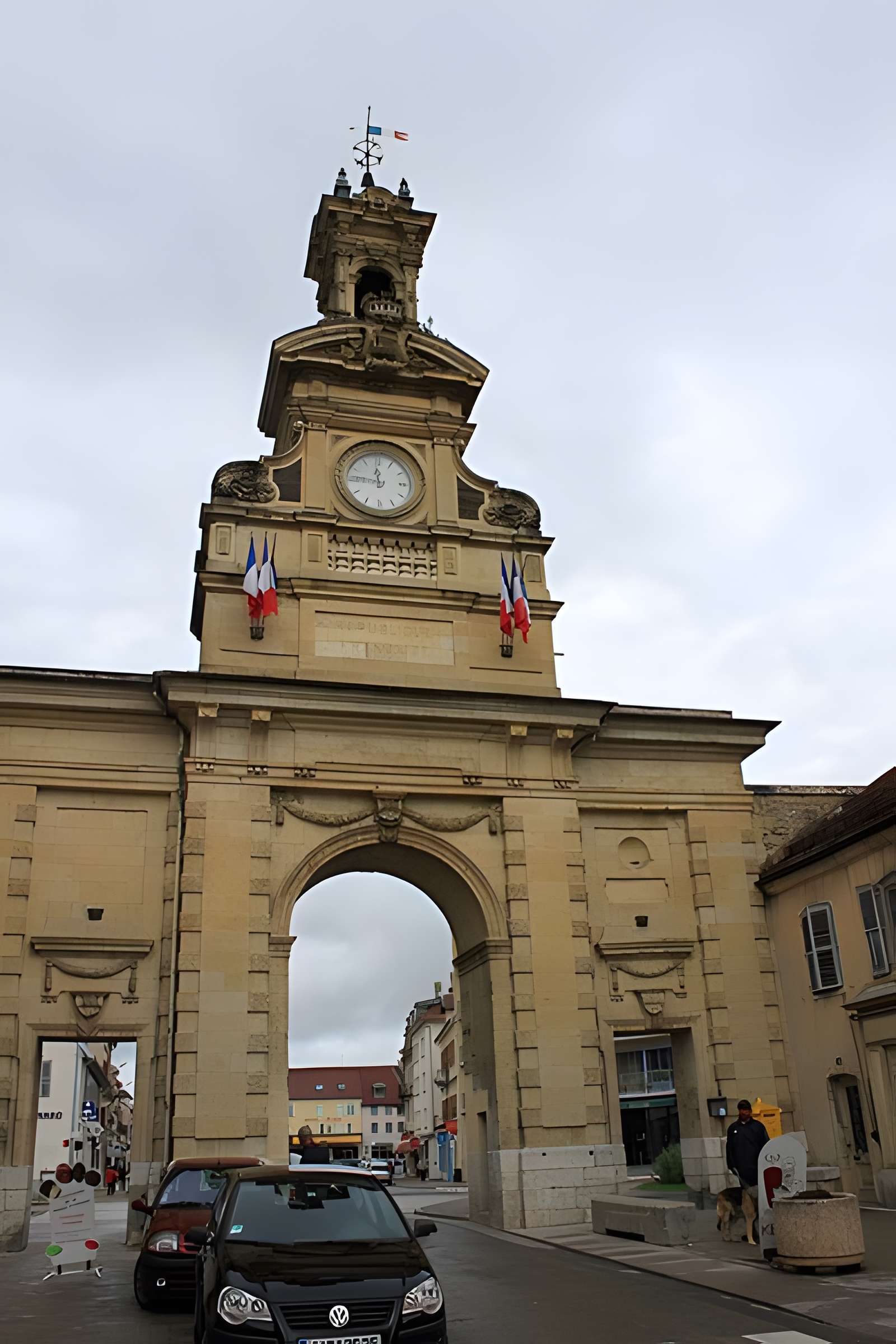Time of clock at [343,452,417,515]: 11:46
